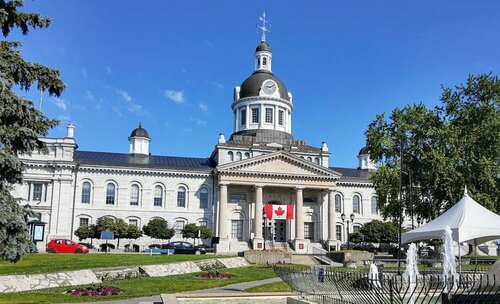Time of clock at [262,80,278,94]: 9:10
